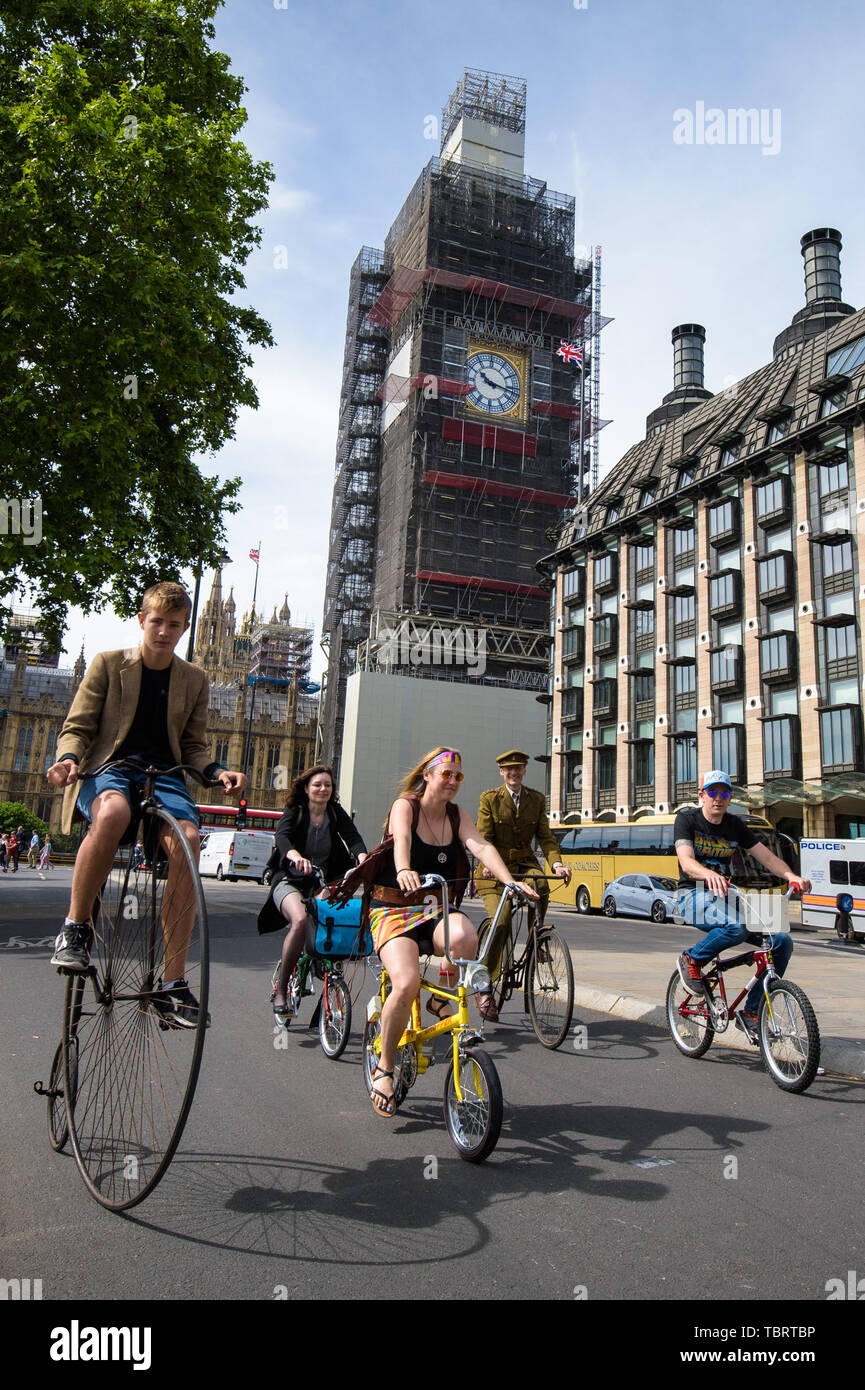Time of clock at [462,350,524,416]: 10:16
